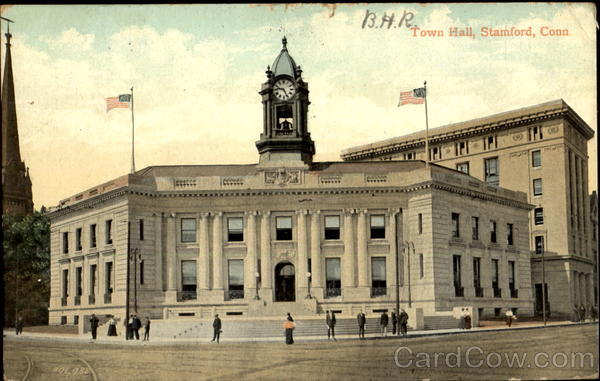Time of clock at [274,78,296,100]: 9:26
